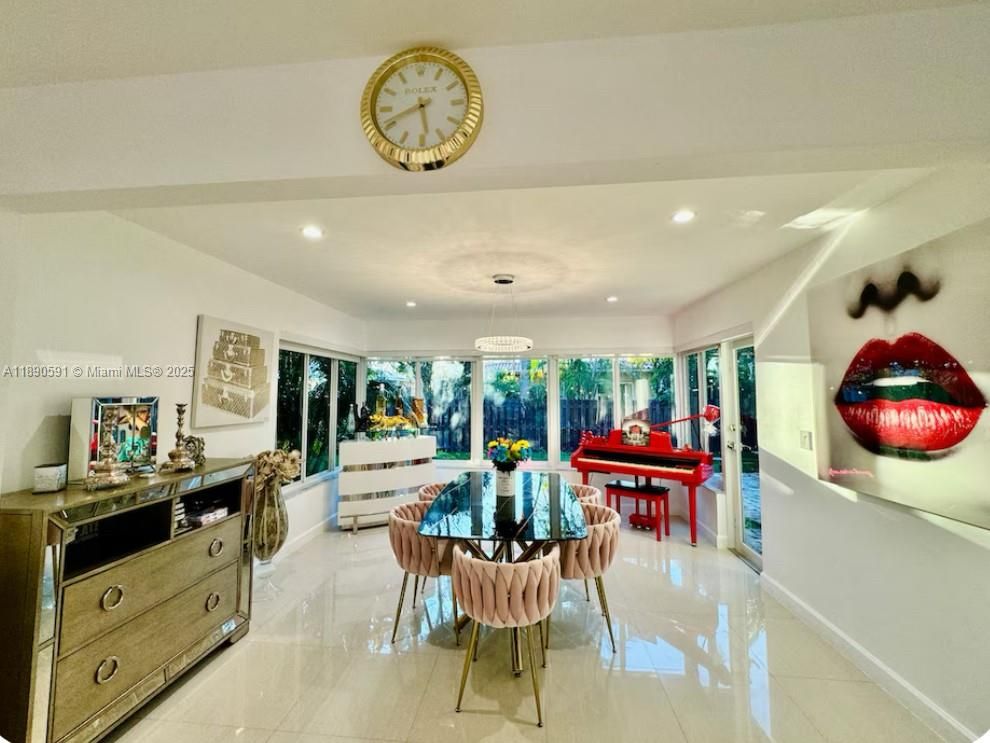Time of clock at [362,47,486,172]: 5:41
